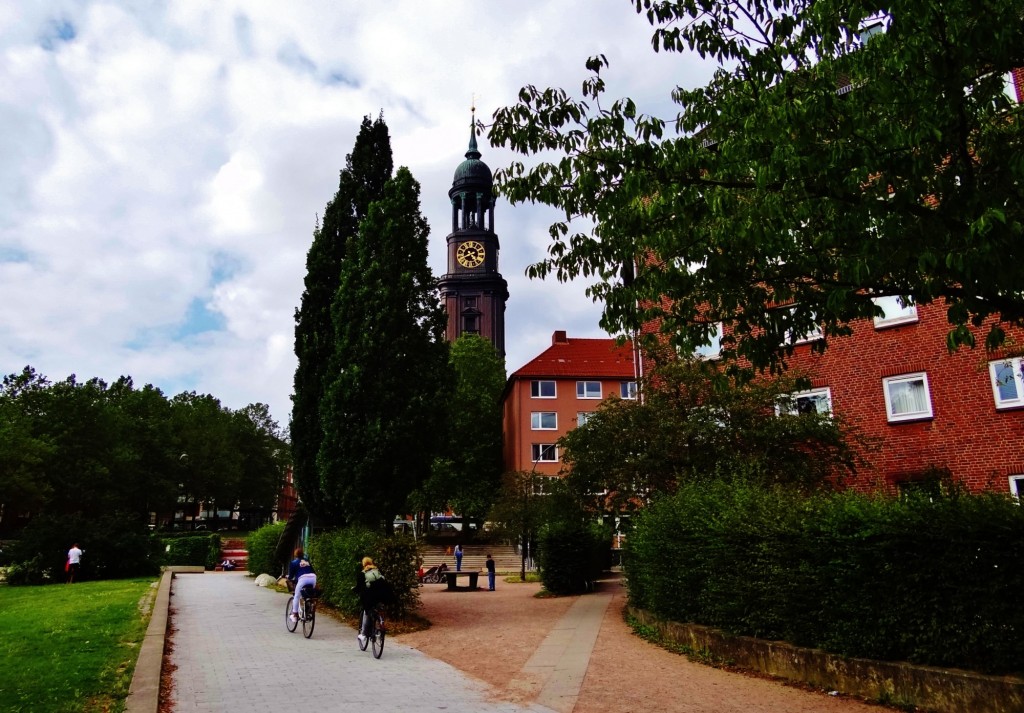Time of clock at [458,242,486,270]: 4:40
